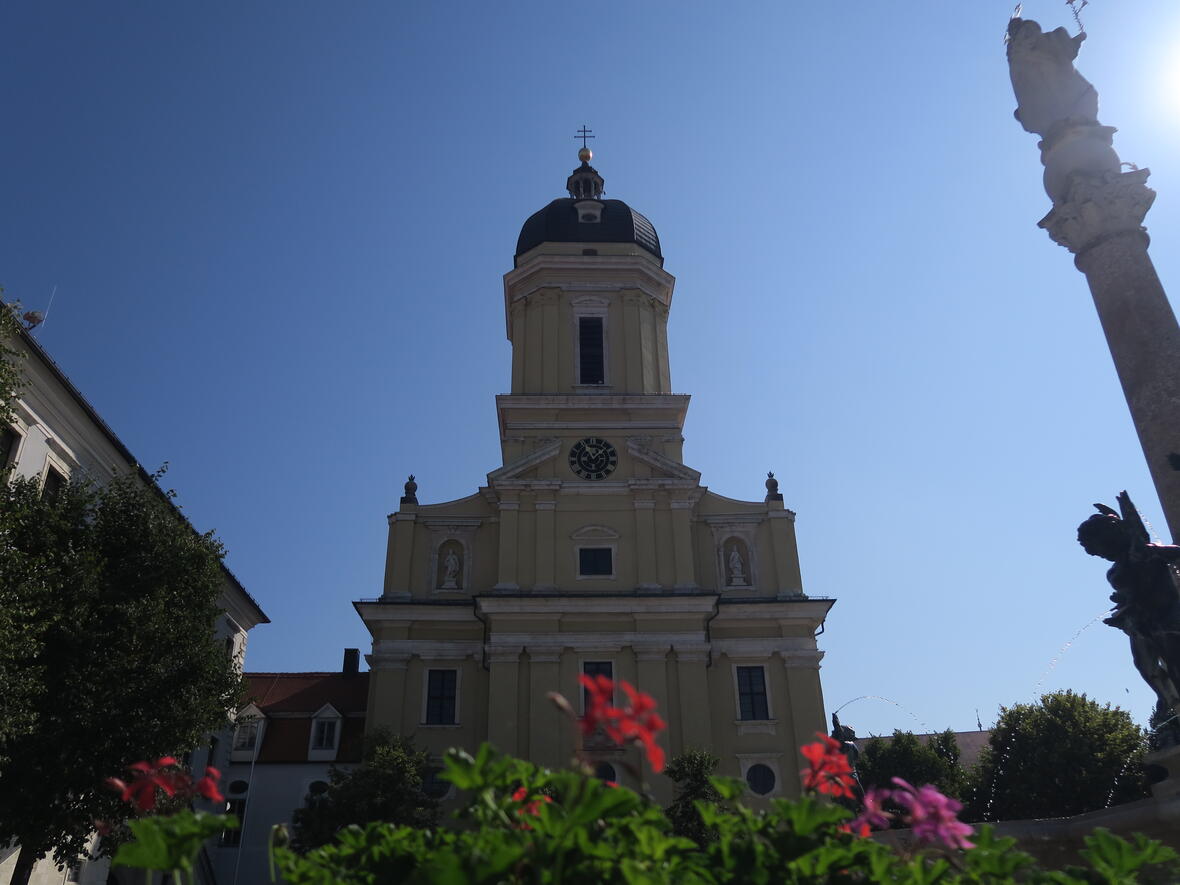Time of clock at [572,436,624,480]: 11:07
